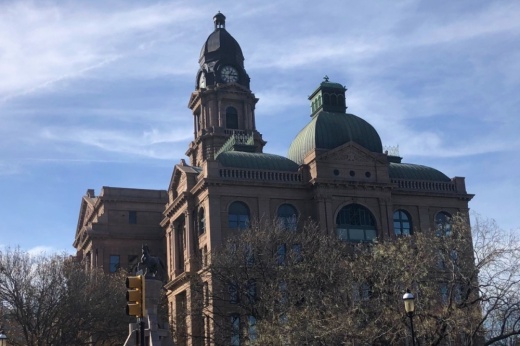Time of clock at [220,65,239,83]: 1:16
